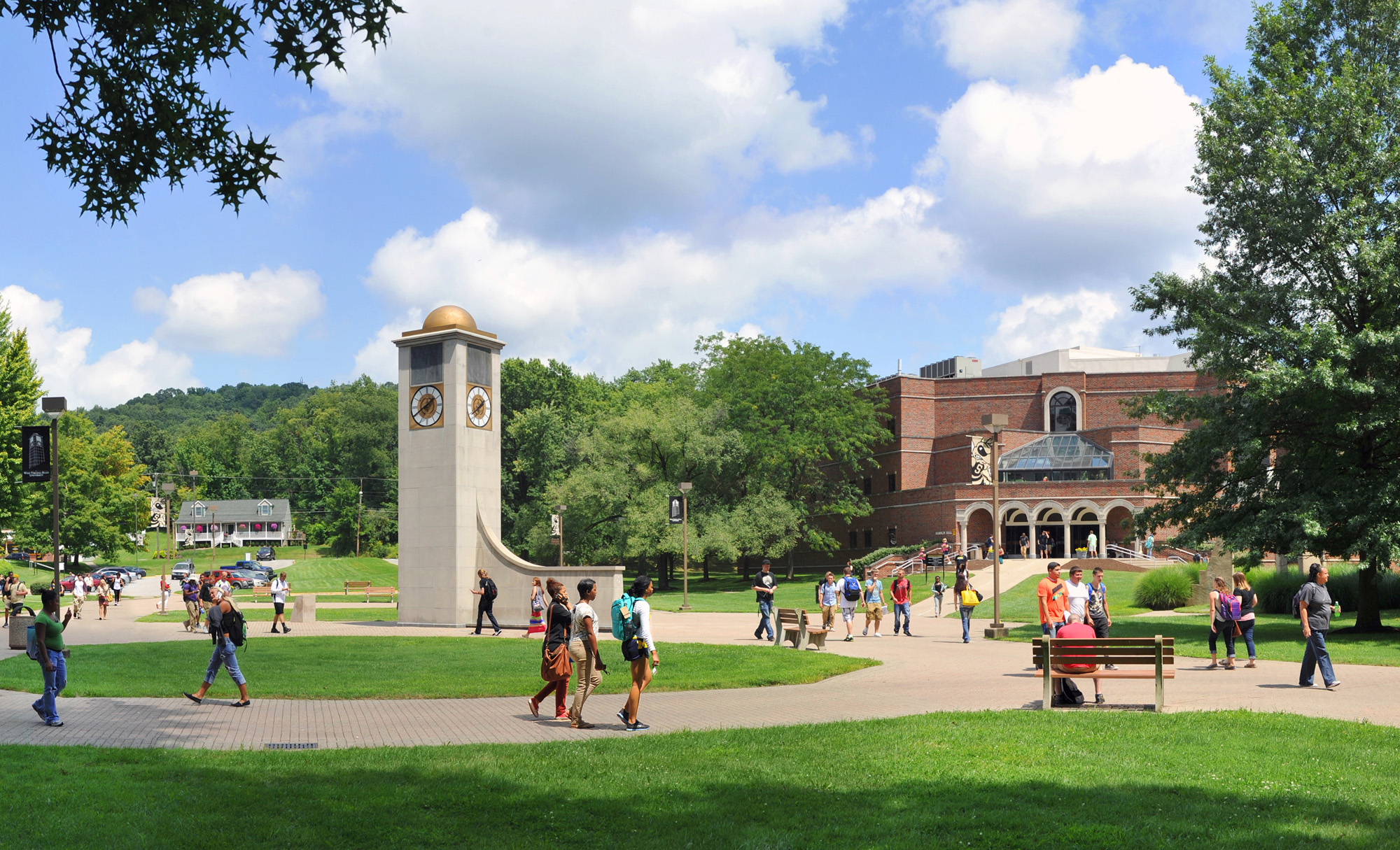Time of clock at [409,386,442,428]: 1:40
